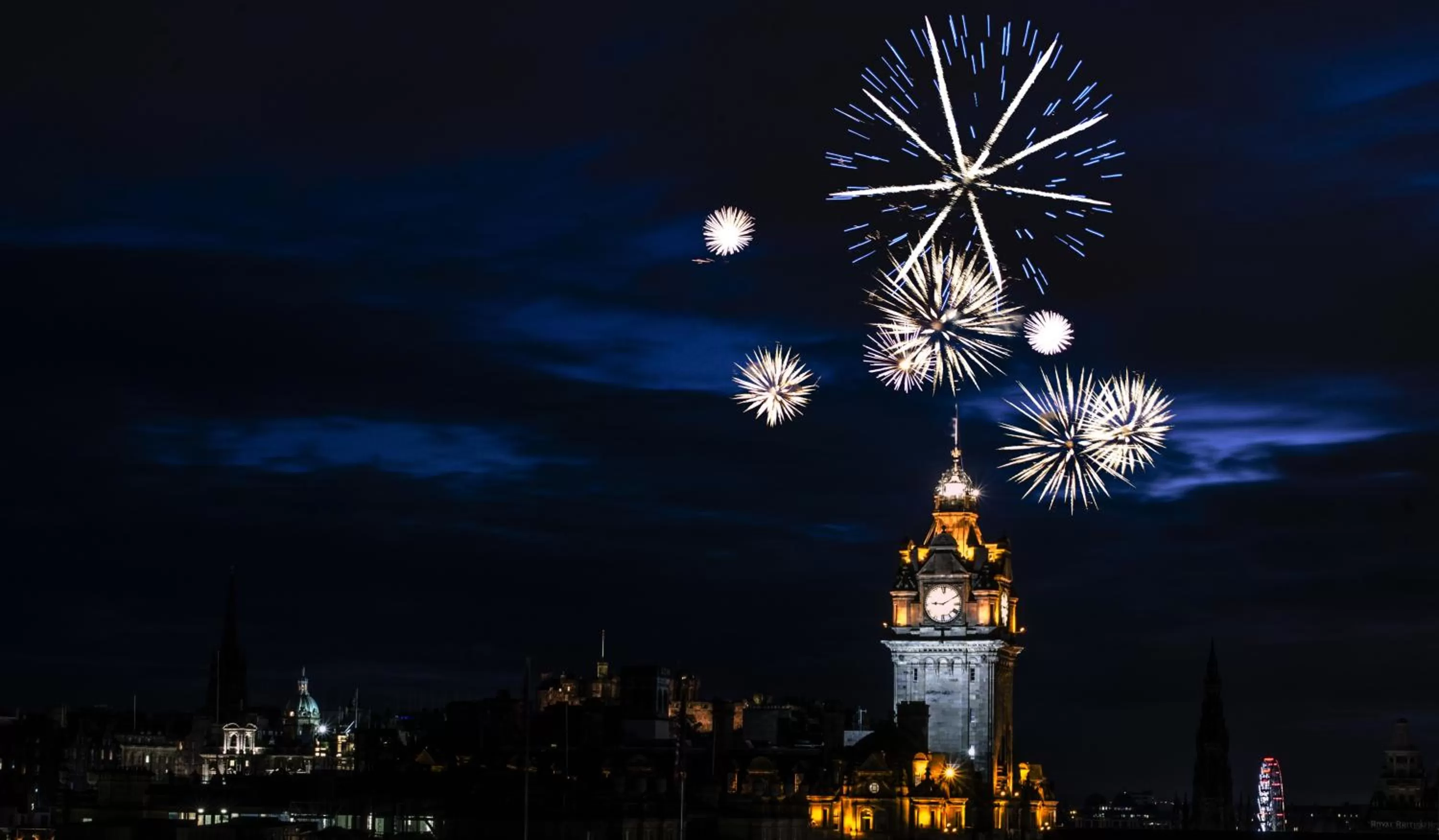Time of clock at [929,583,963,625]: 9:10
